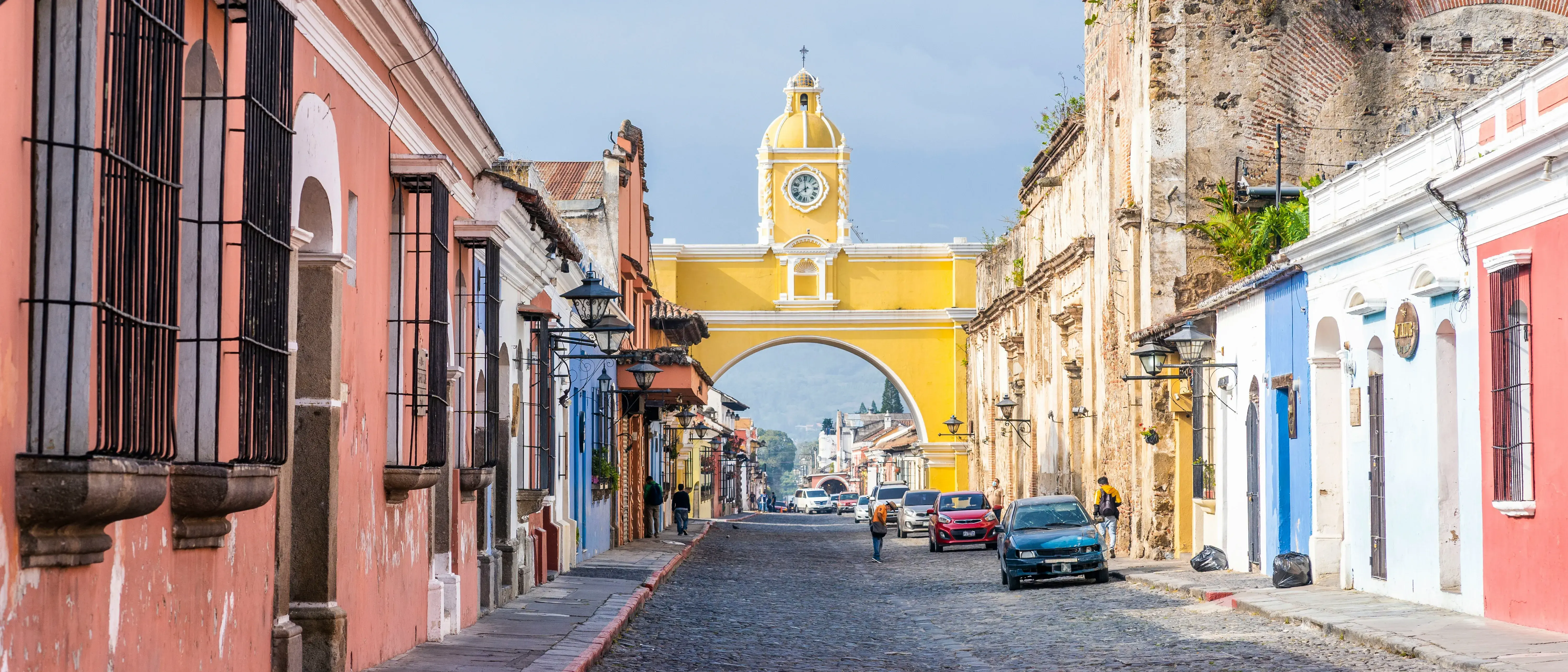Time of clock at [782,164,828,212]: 7:59
